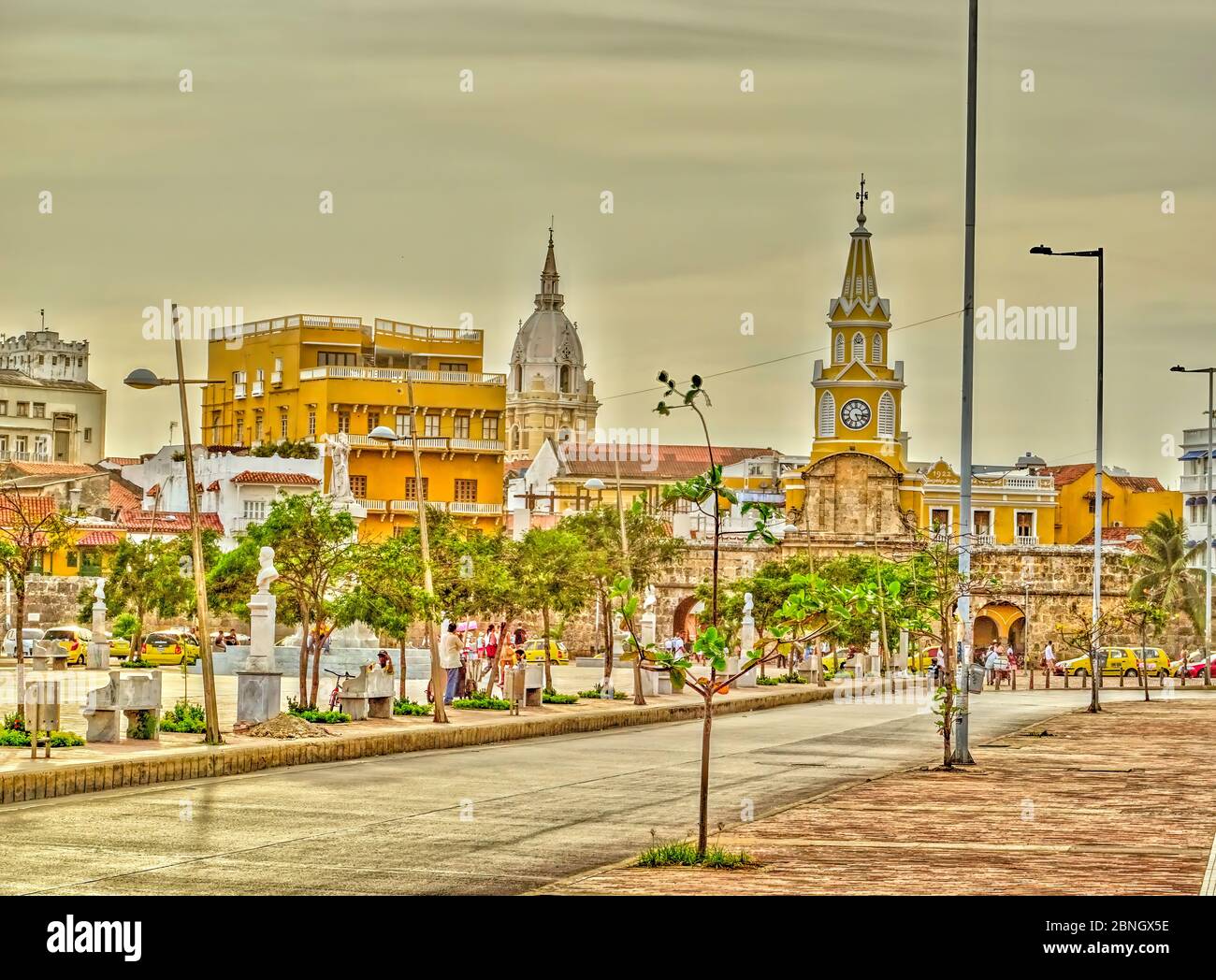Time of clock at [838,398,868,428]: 5:16
